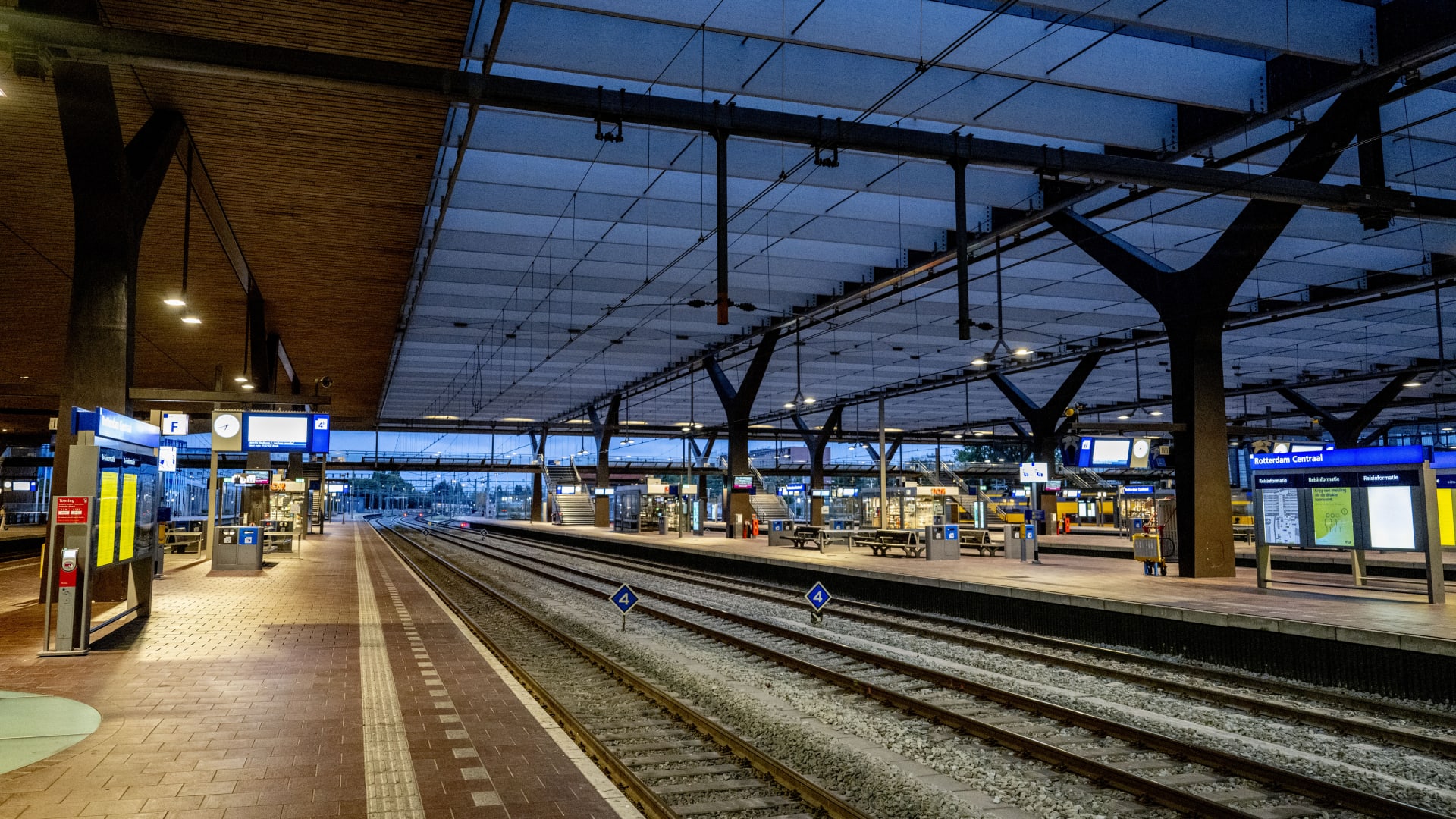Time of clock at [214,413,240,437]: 6:41
